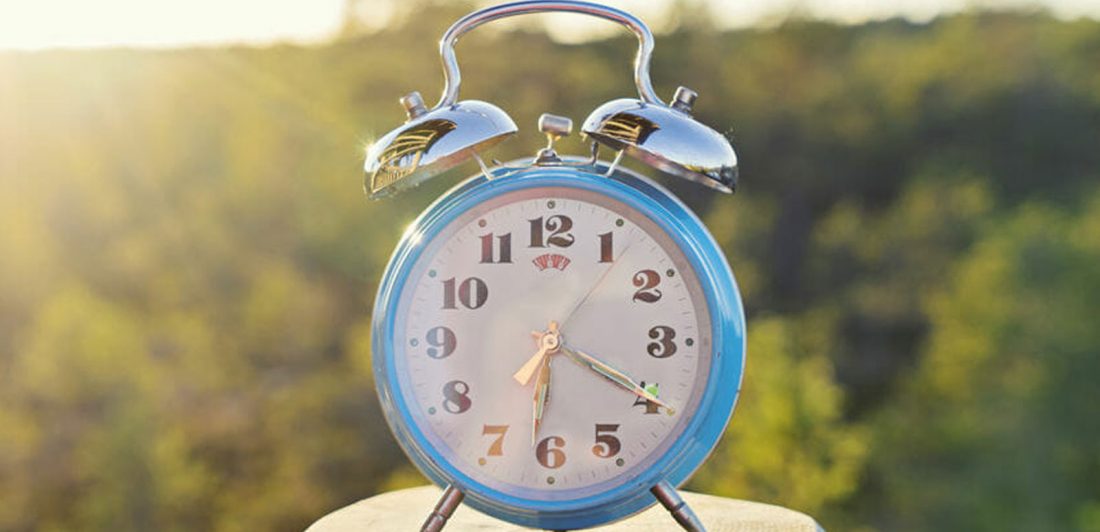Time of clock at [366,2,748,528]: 6:19
